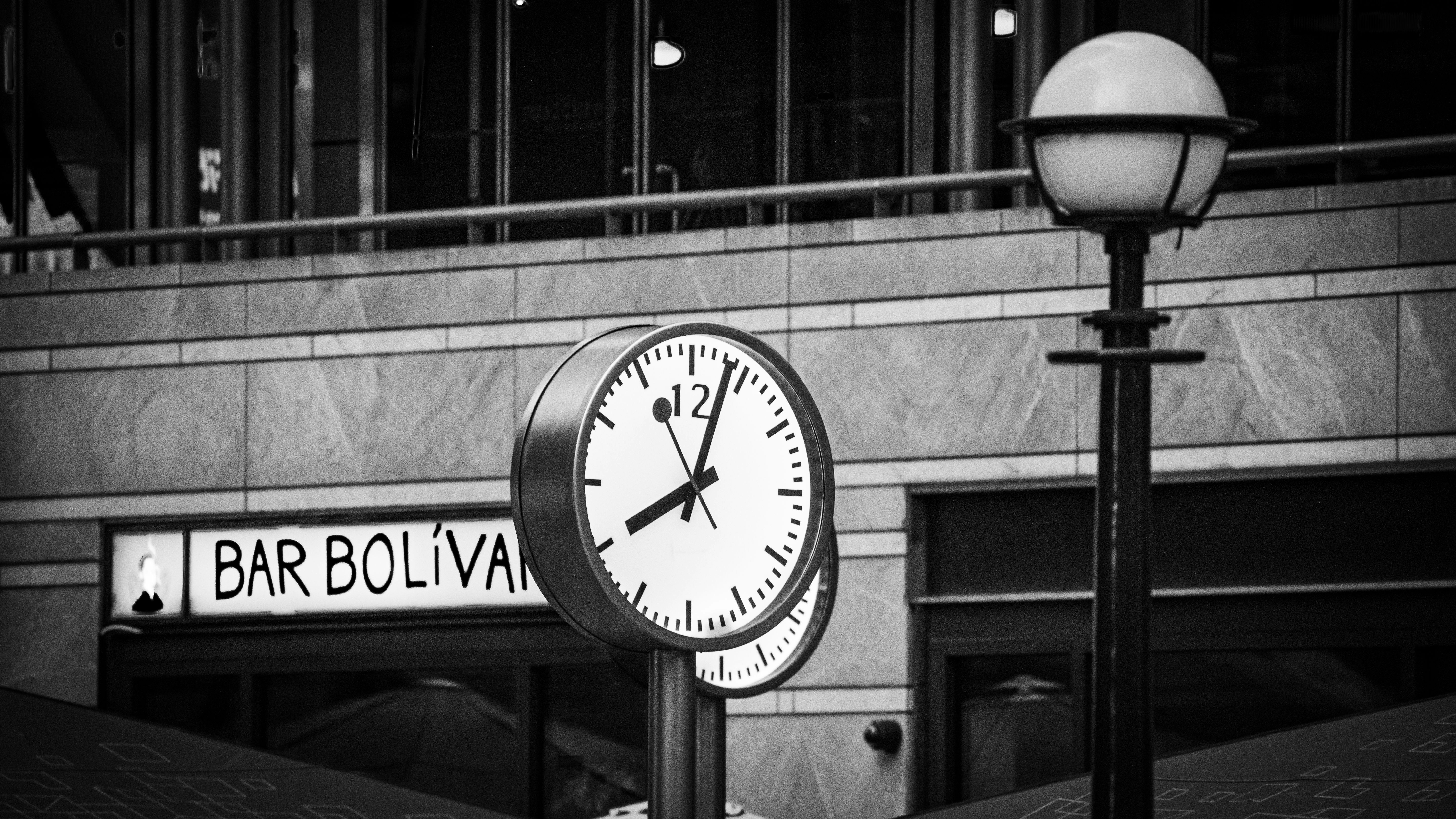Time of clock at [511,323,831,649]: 8:03
